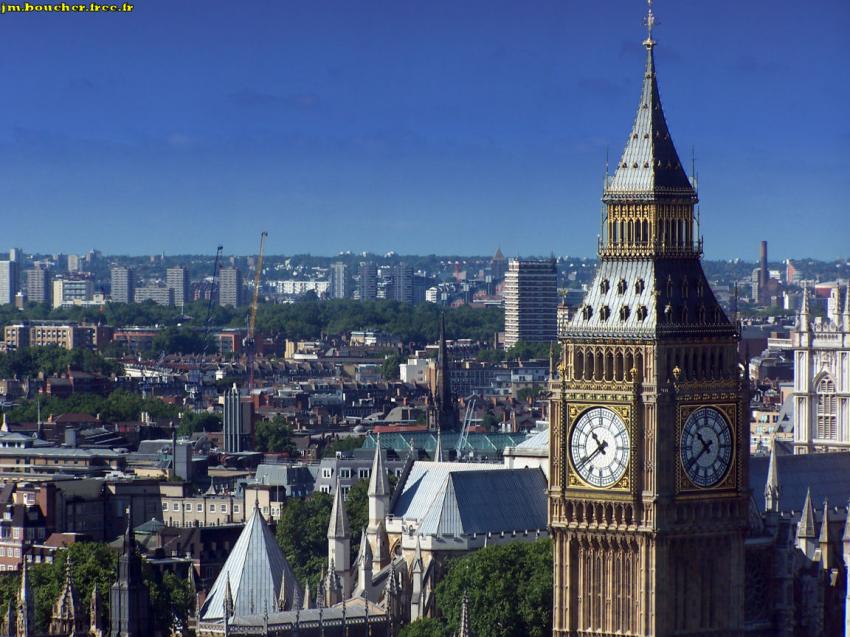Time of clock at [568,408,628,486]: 10:39
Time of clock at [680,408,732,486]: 10:39
